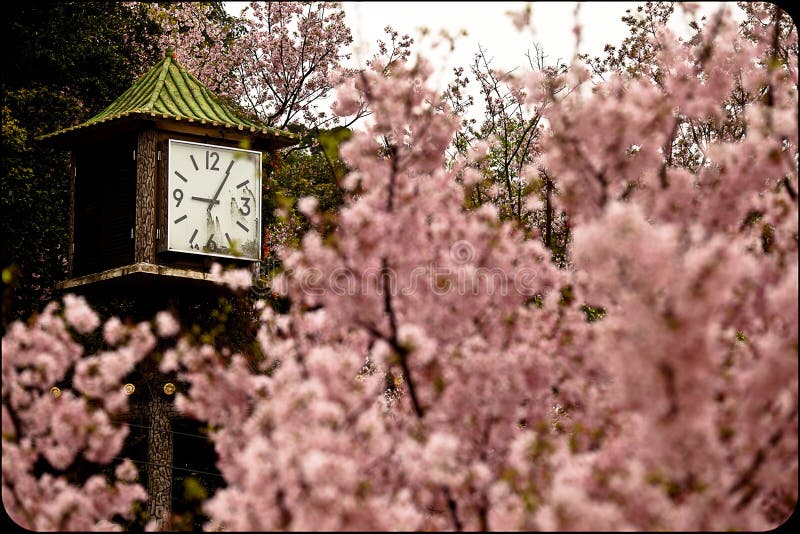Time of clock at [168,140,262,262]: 9:05
